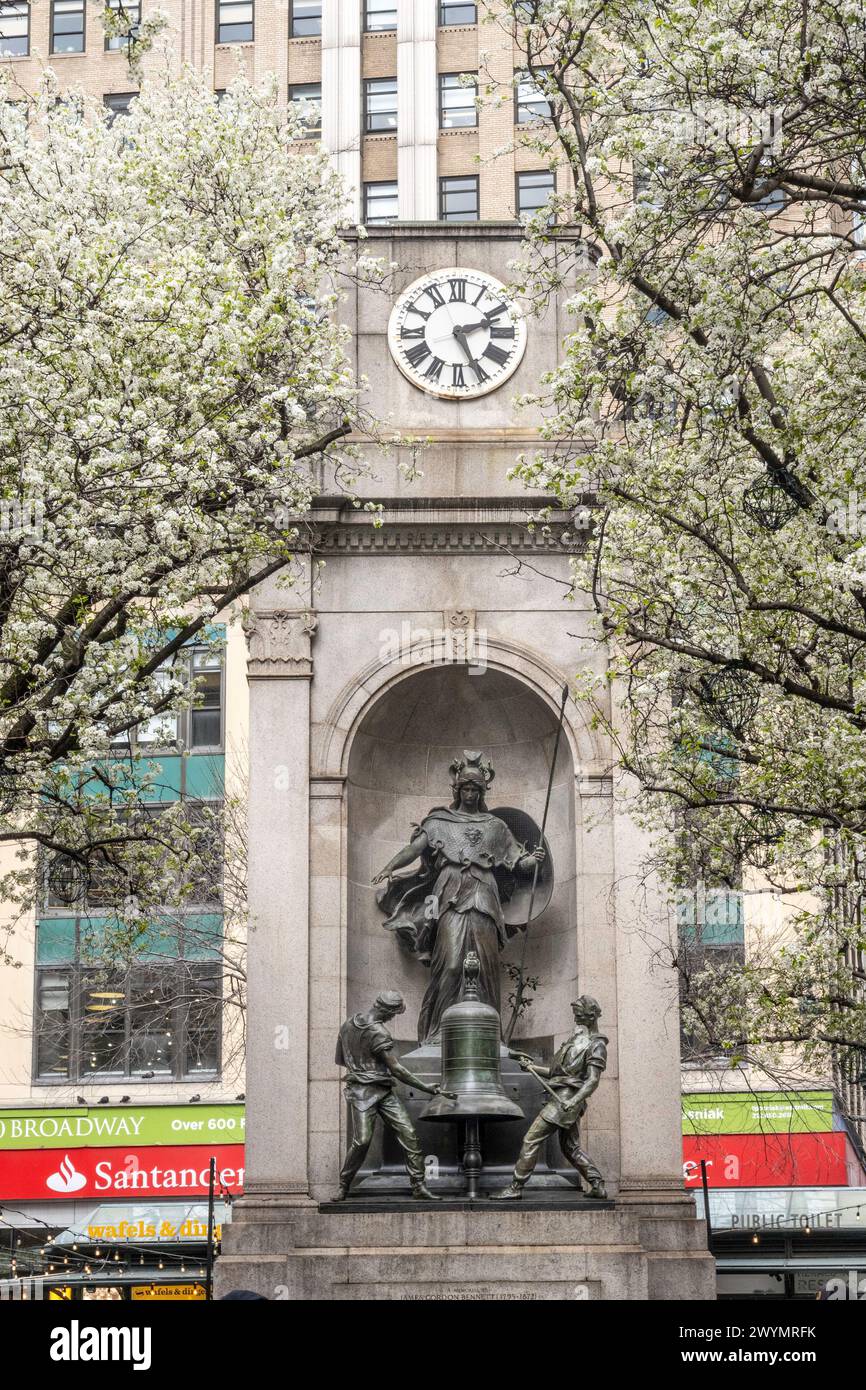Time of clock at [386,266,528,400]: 2:25
